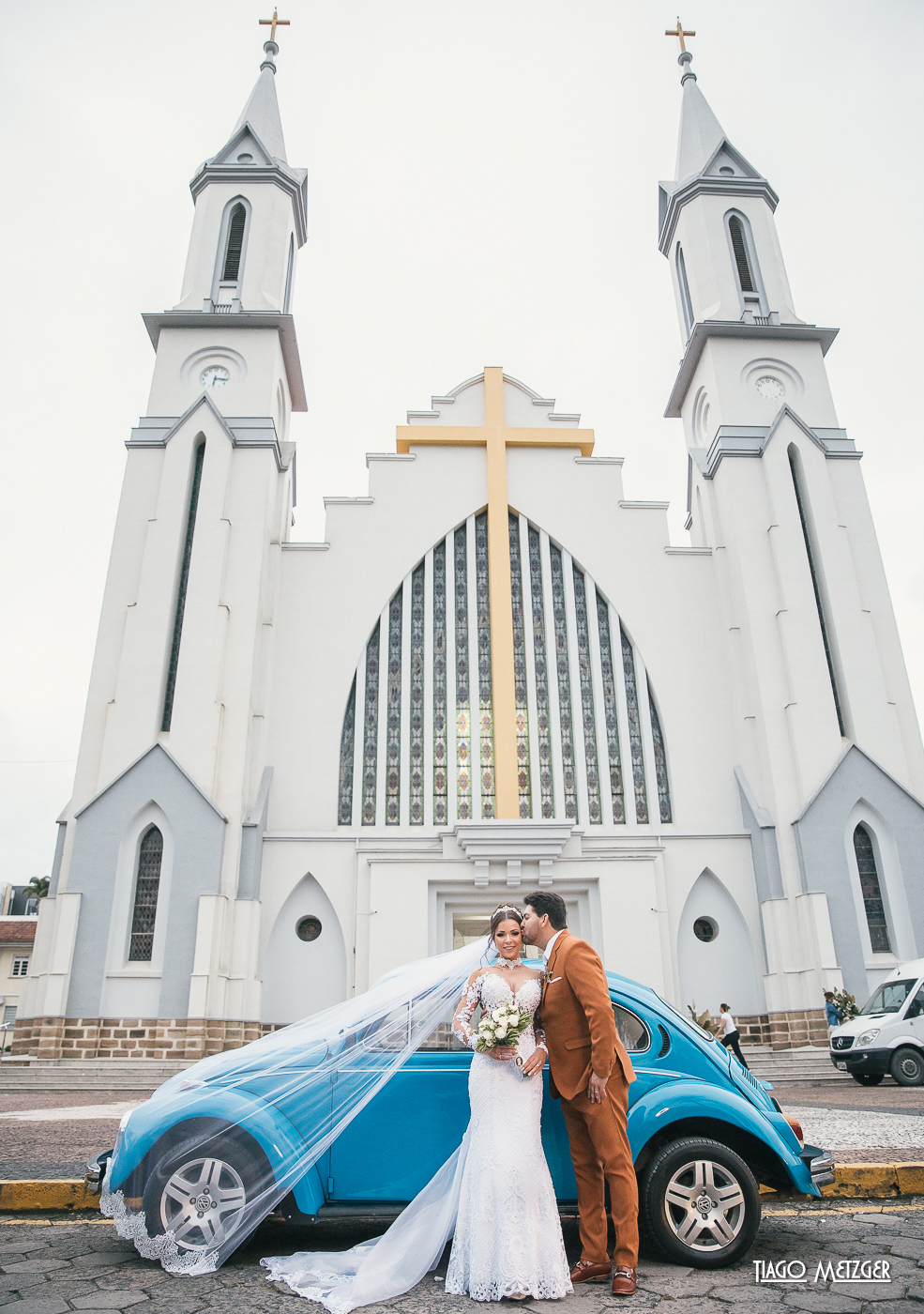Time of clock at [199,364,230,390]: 6:16
